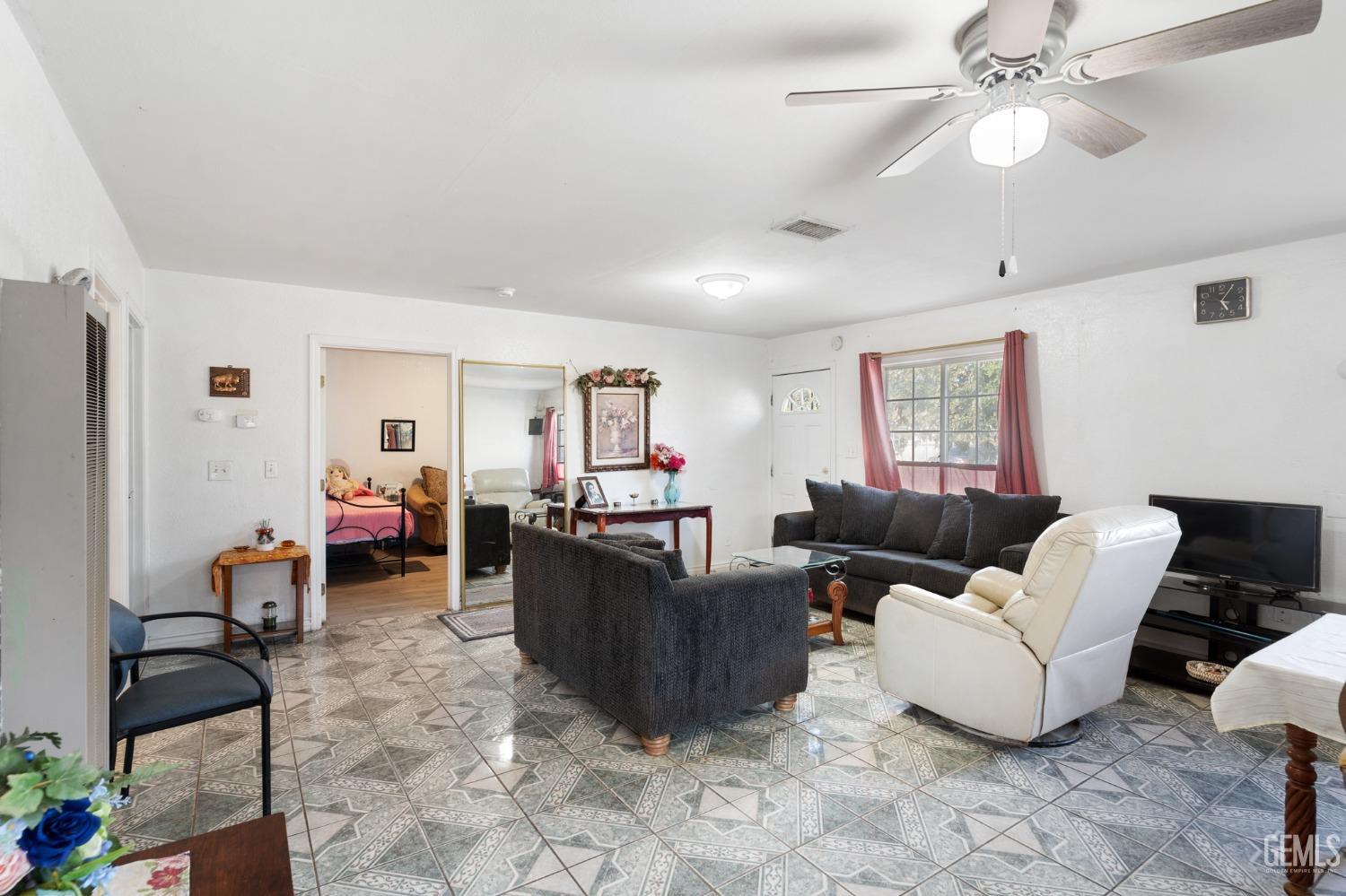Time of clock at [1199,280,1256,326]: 5:05
